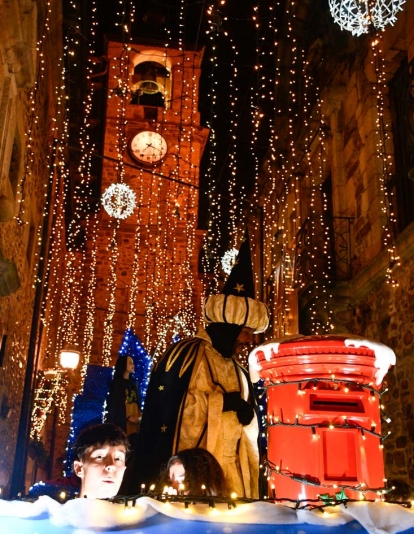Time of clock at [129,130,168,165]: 7:20
